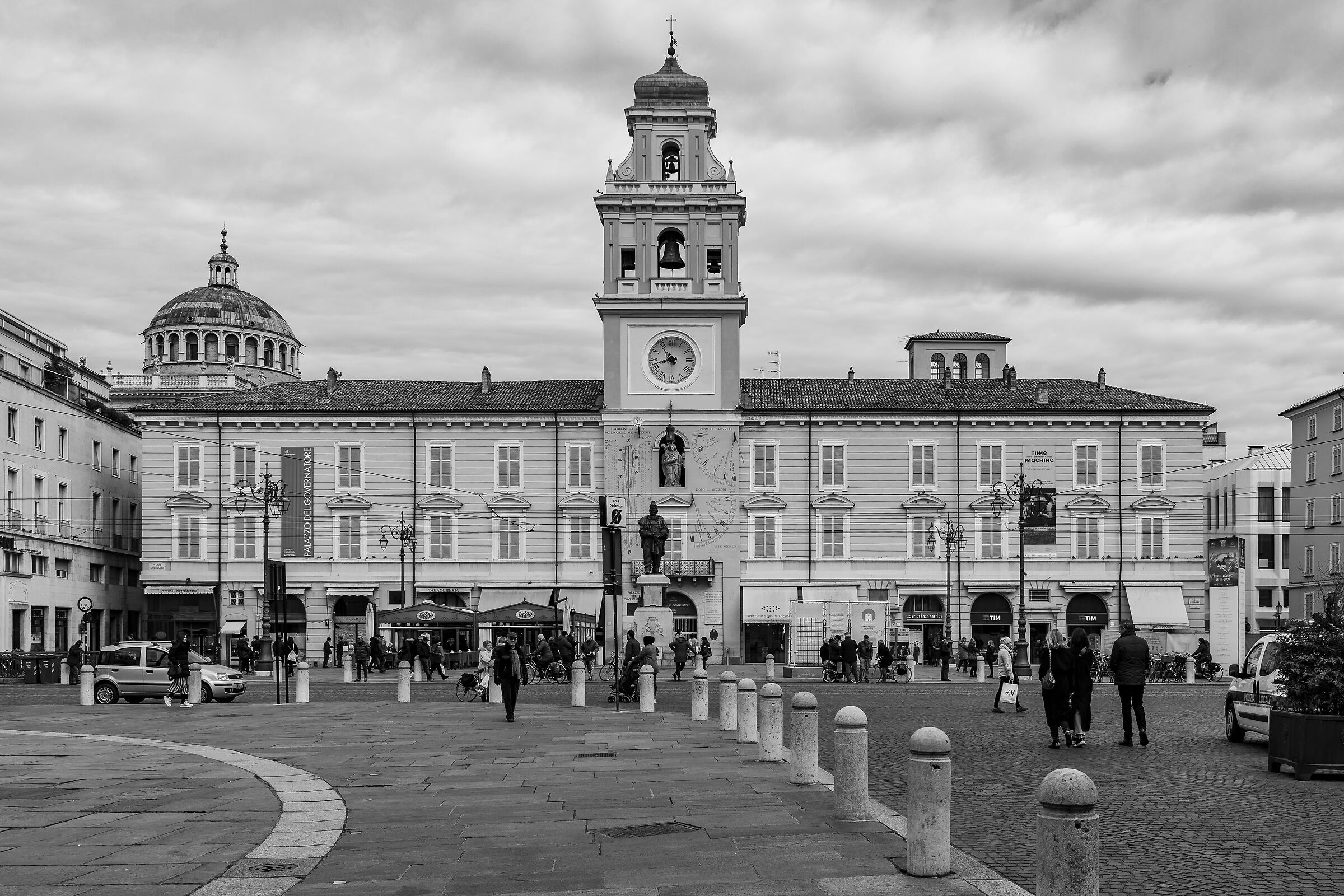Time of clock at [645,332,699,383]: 10:42
